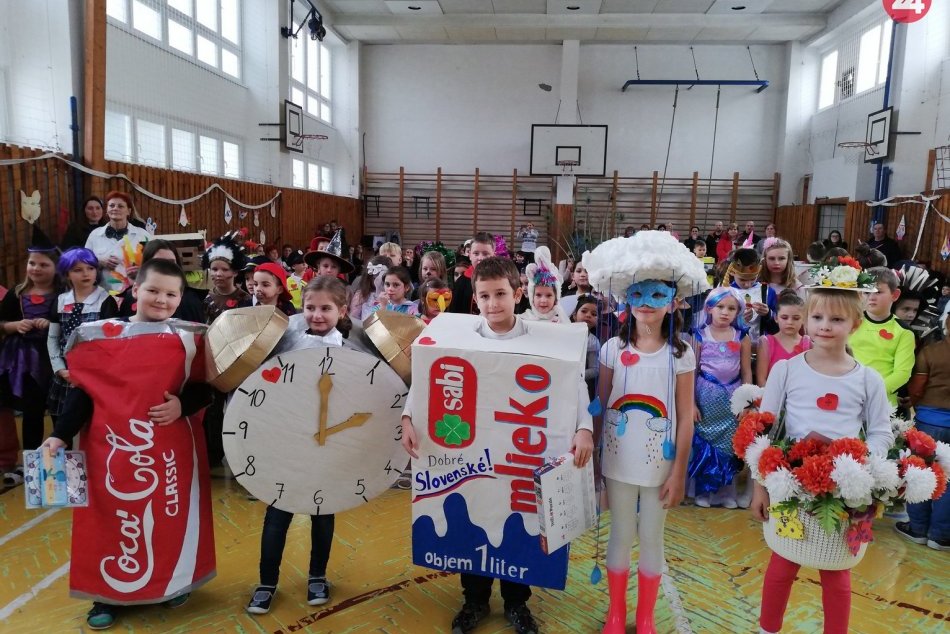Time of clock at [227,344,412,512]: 11:59
